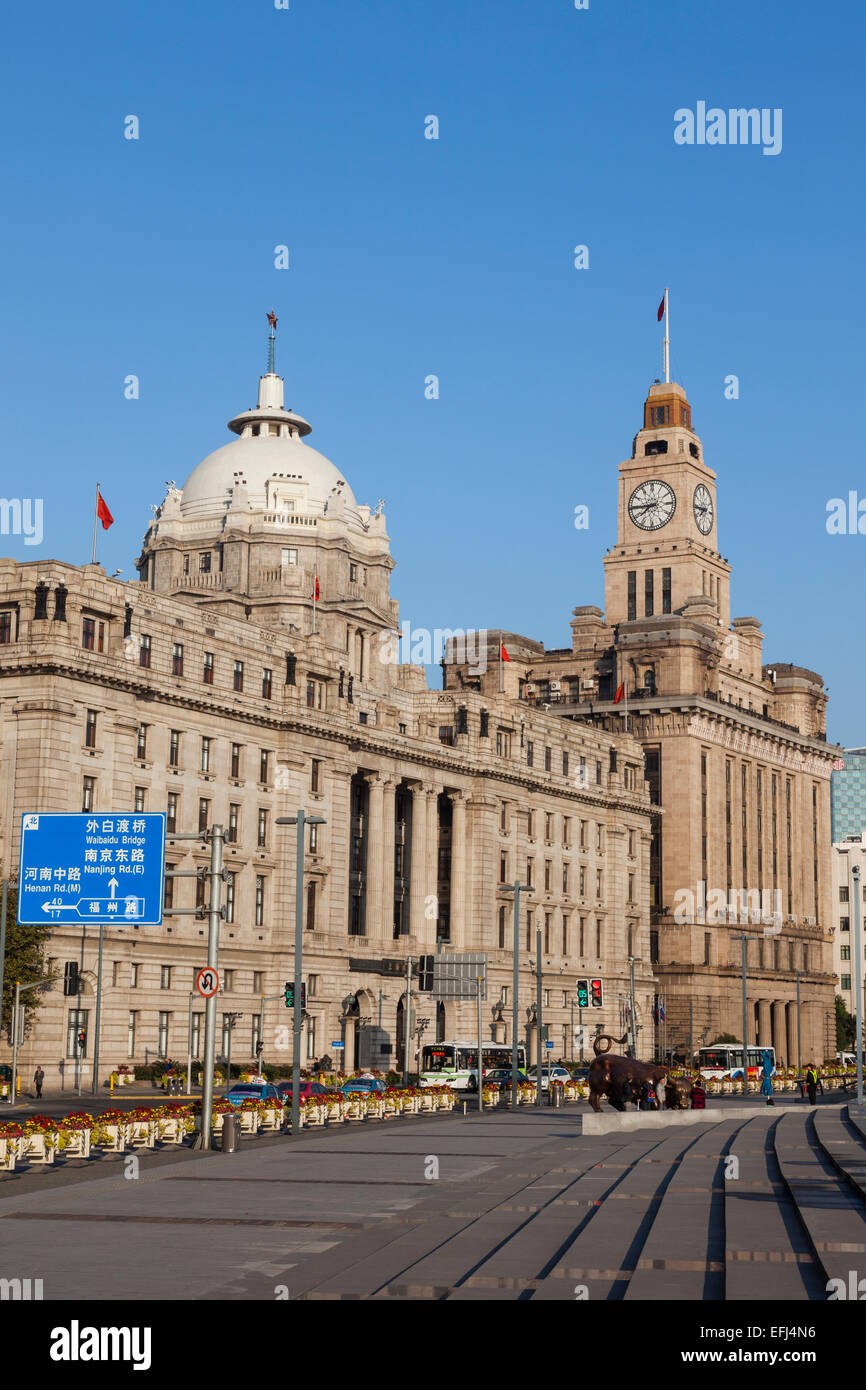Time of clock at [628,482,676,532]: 7:44
